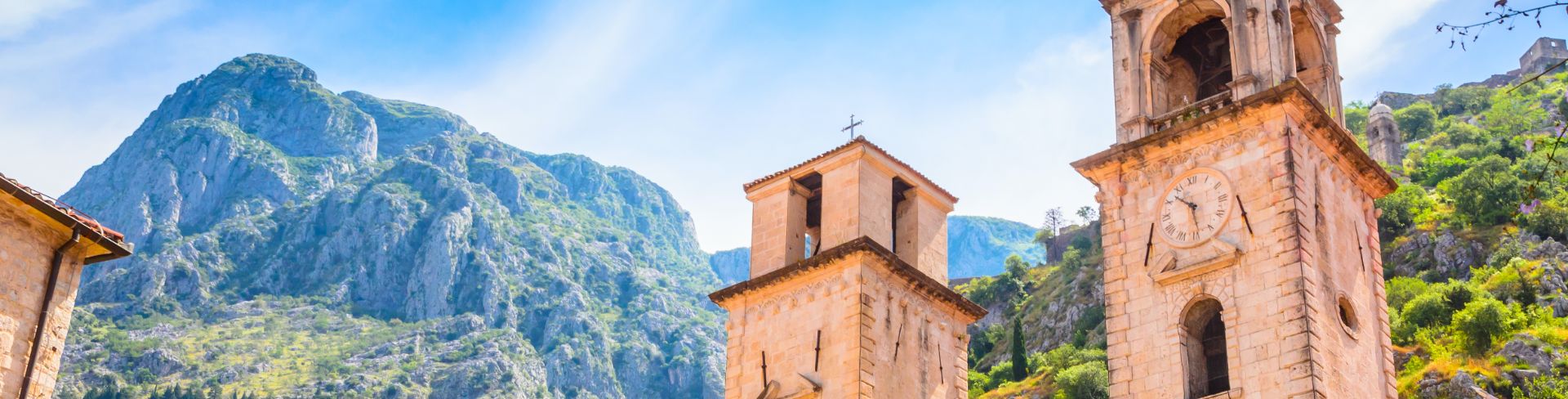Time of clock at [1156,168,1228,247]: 10:28
